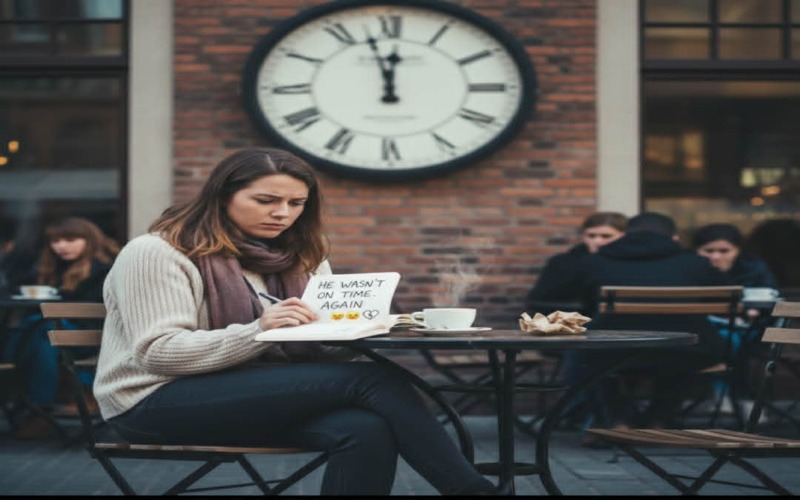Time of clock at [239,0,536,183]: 11:57
